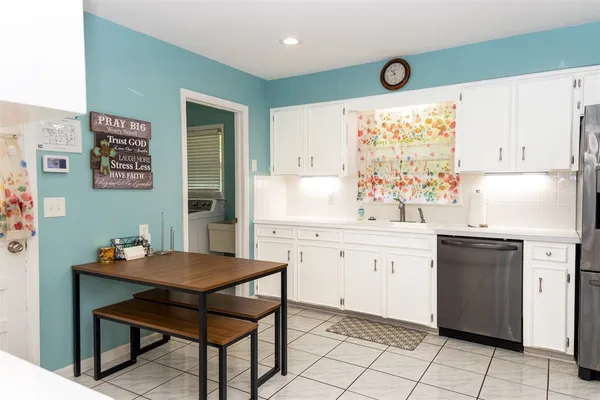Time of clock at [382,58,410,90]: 10:42
